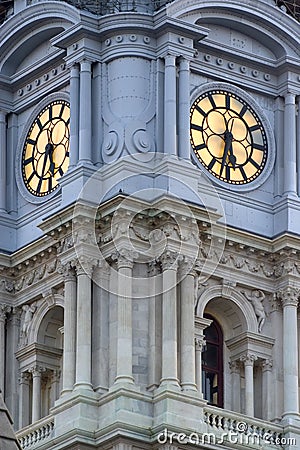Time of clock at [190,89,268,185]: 5:31
